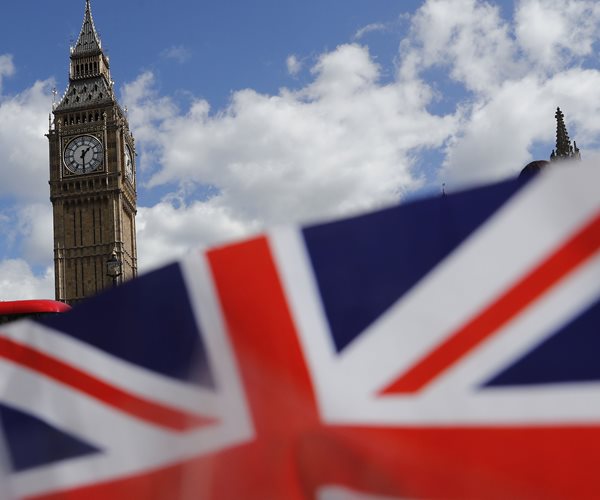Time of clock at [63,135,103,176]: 1:30
